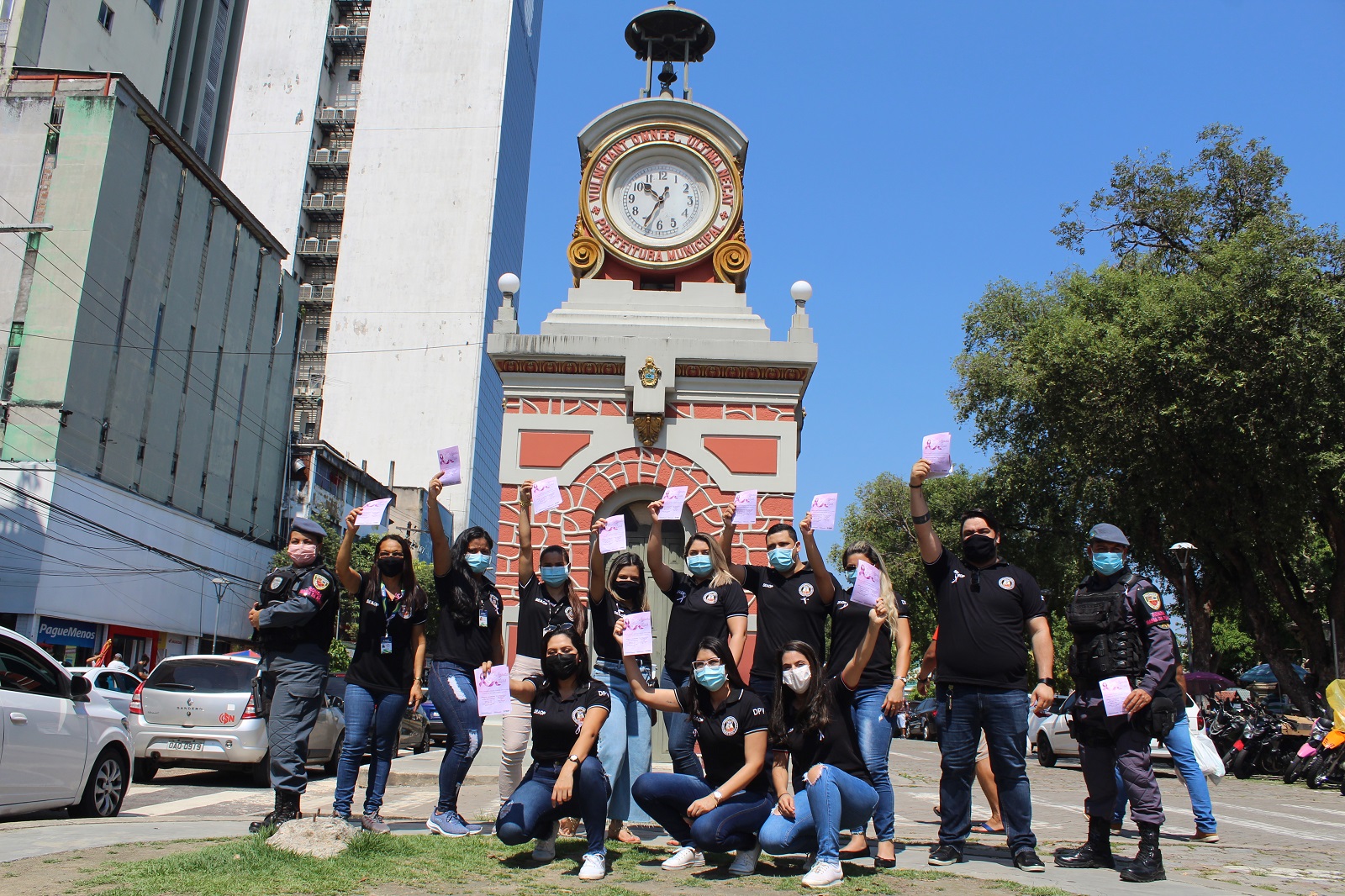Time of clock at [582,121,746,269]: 10:34
